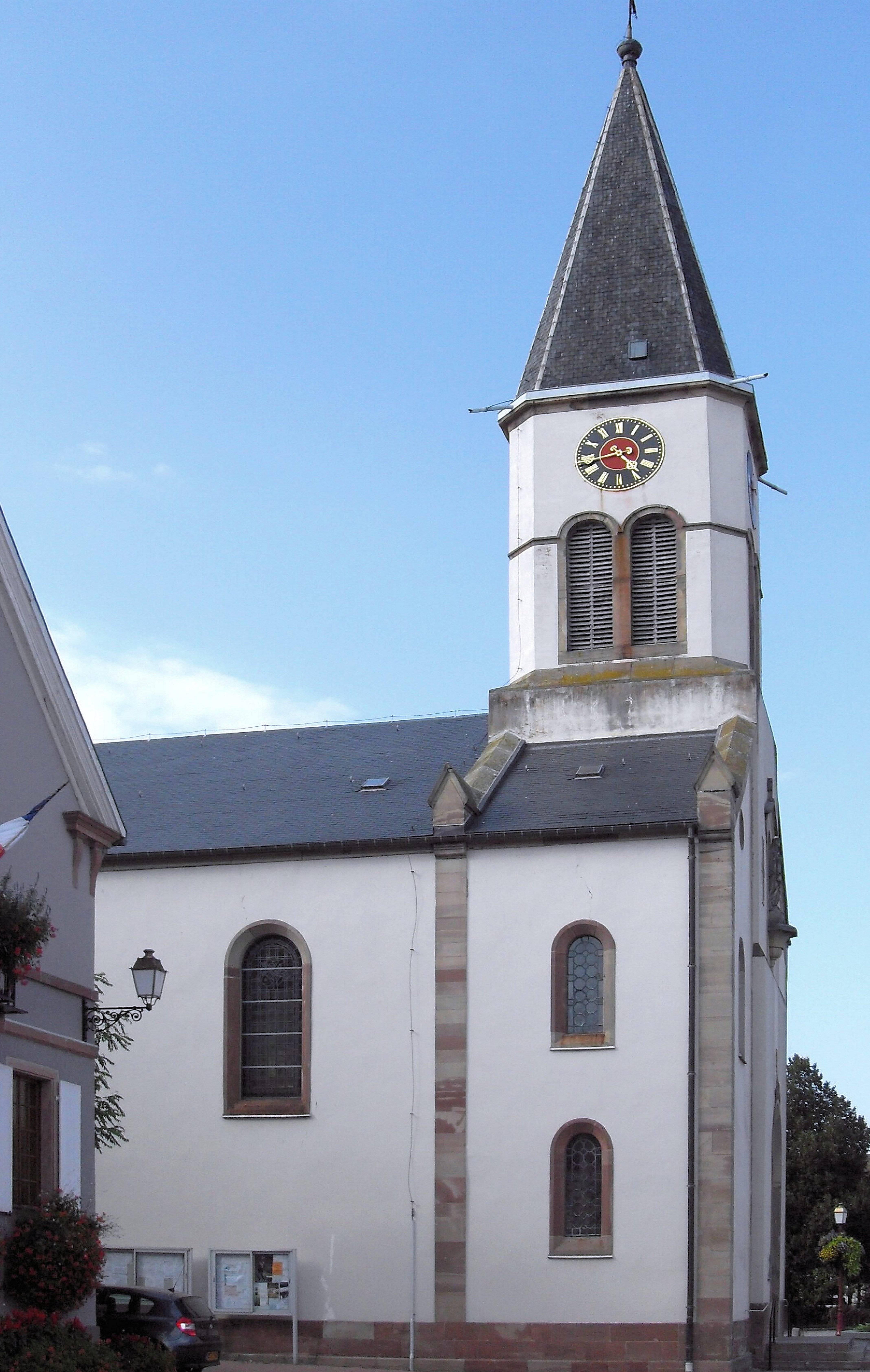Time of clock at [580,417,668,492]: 4:42
